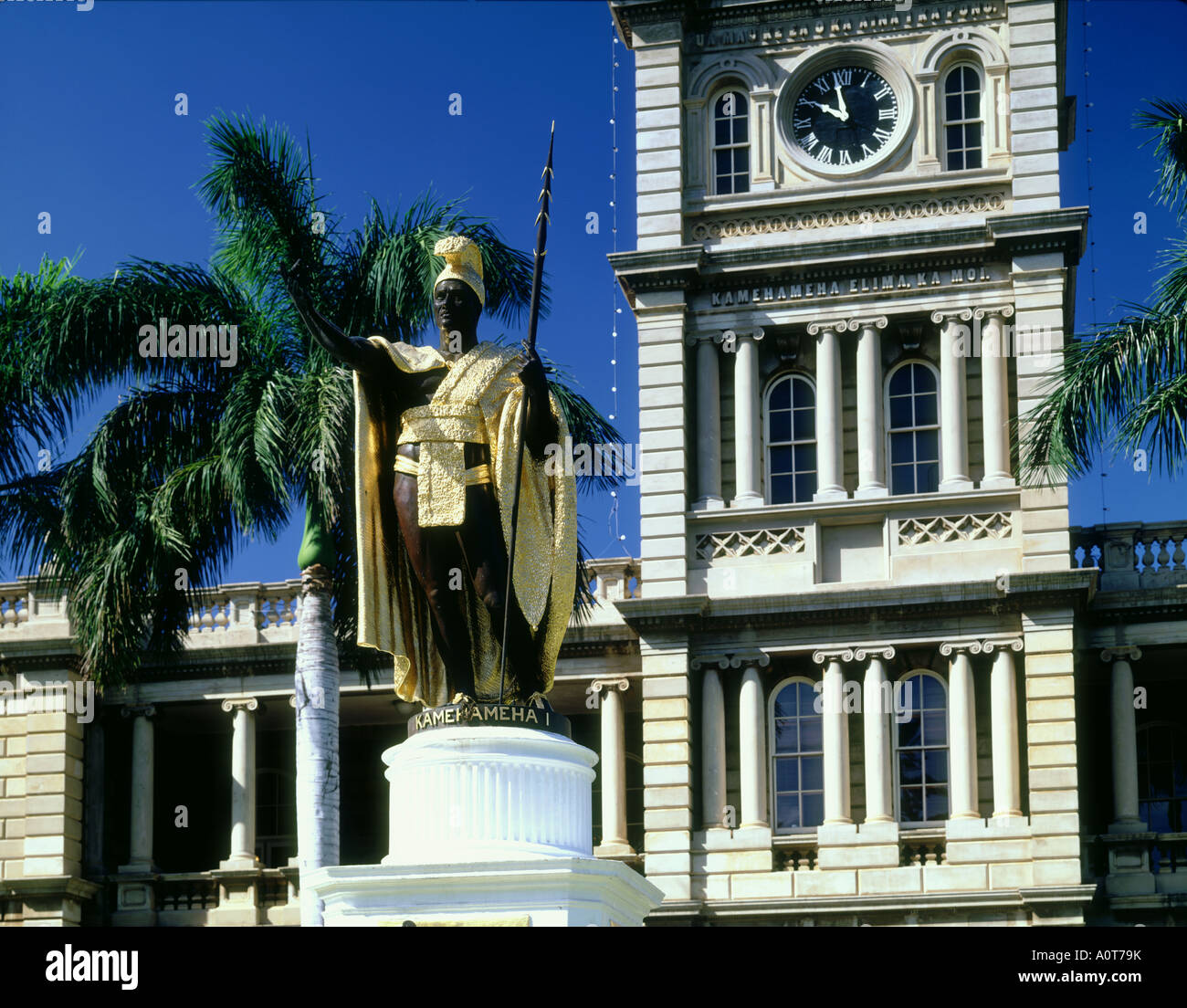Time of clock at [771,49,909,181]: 9:58
